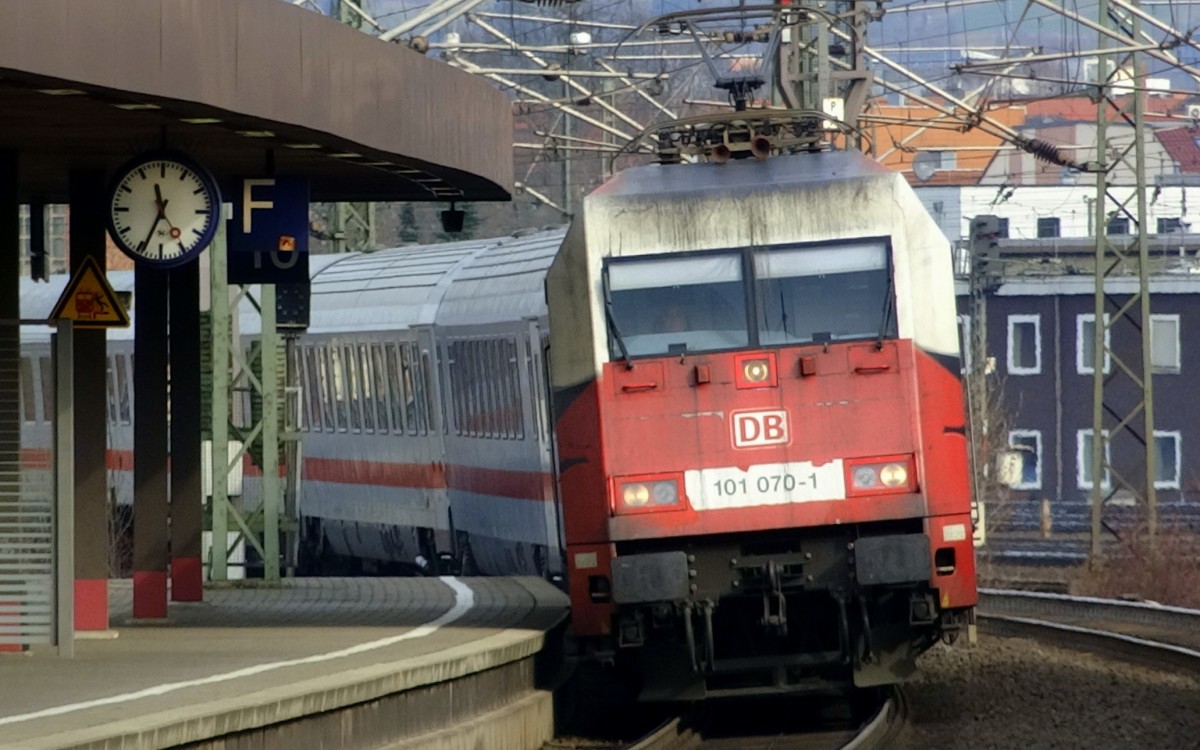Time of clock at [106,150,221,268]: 11:34
